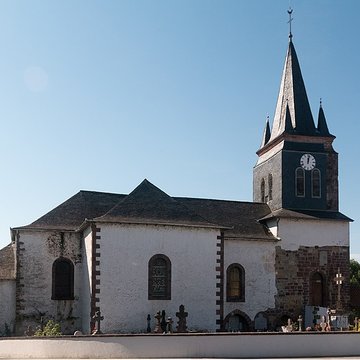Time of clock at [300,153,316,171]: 12:02
